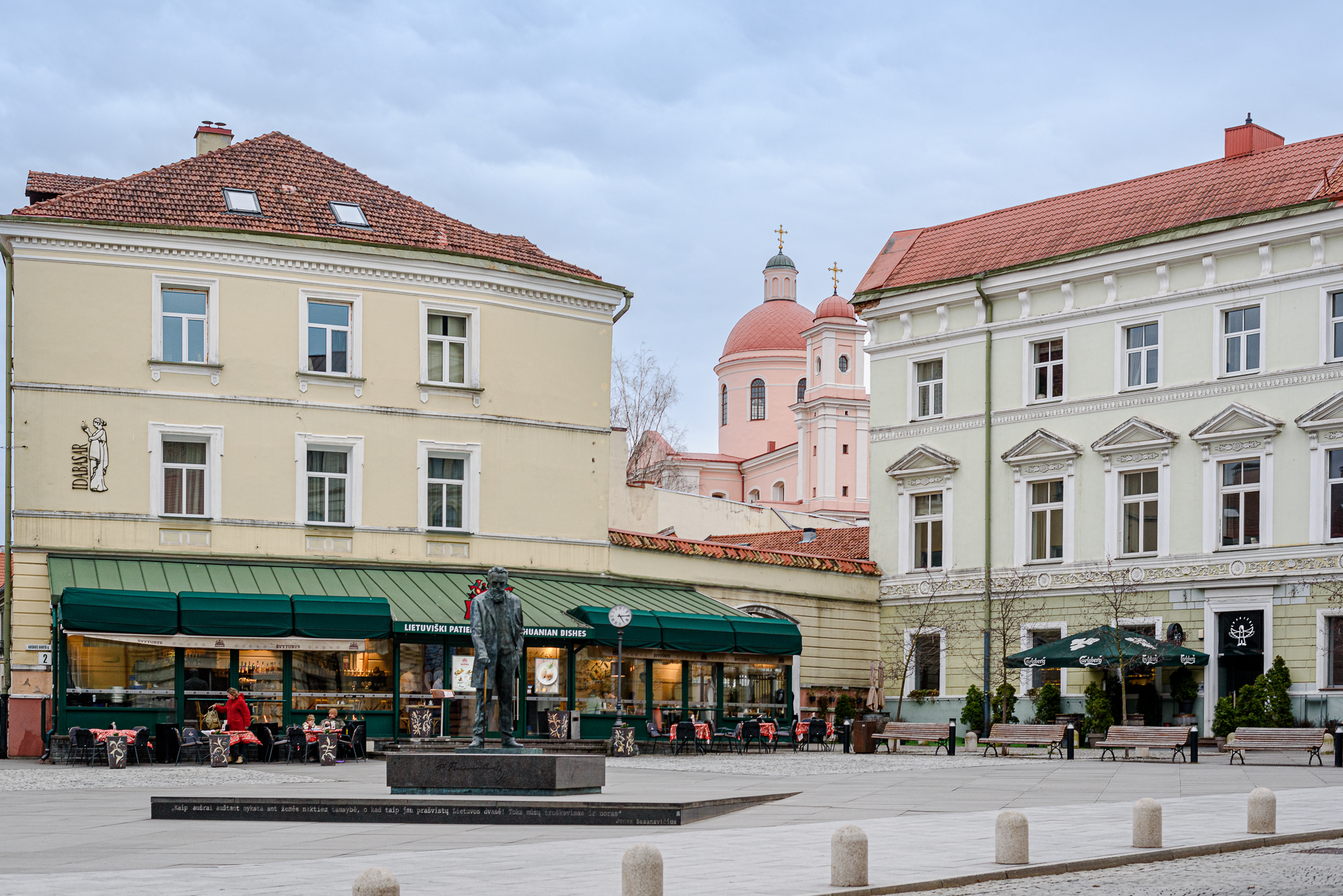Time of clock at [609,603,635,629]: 5:14
